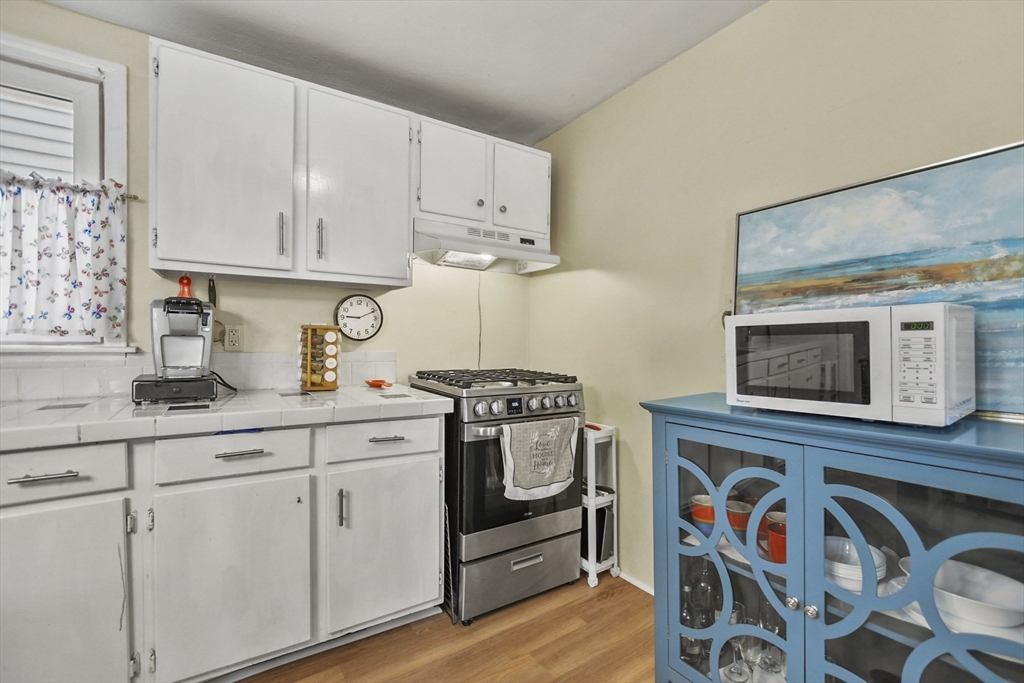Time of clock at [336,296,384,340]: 9:10
